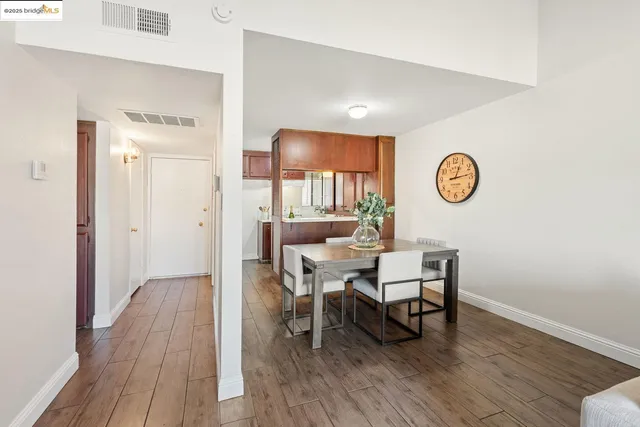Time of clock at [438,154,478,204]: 1:13
